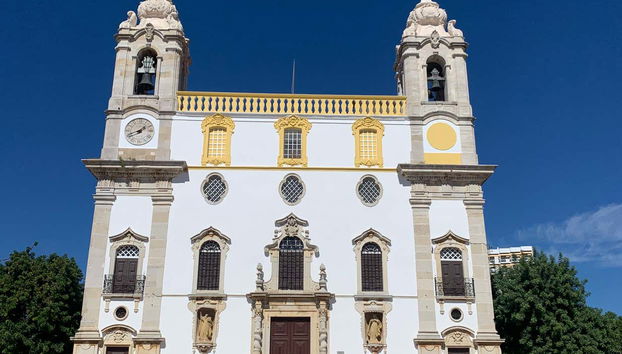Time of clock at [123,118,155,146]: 1:41
